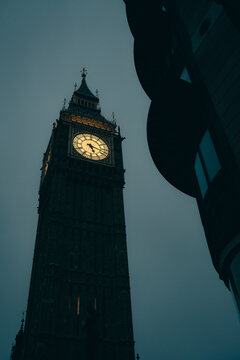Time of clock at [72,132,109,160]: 5:17
